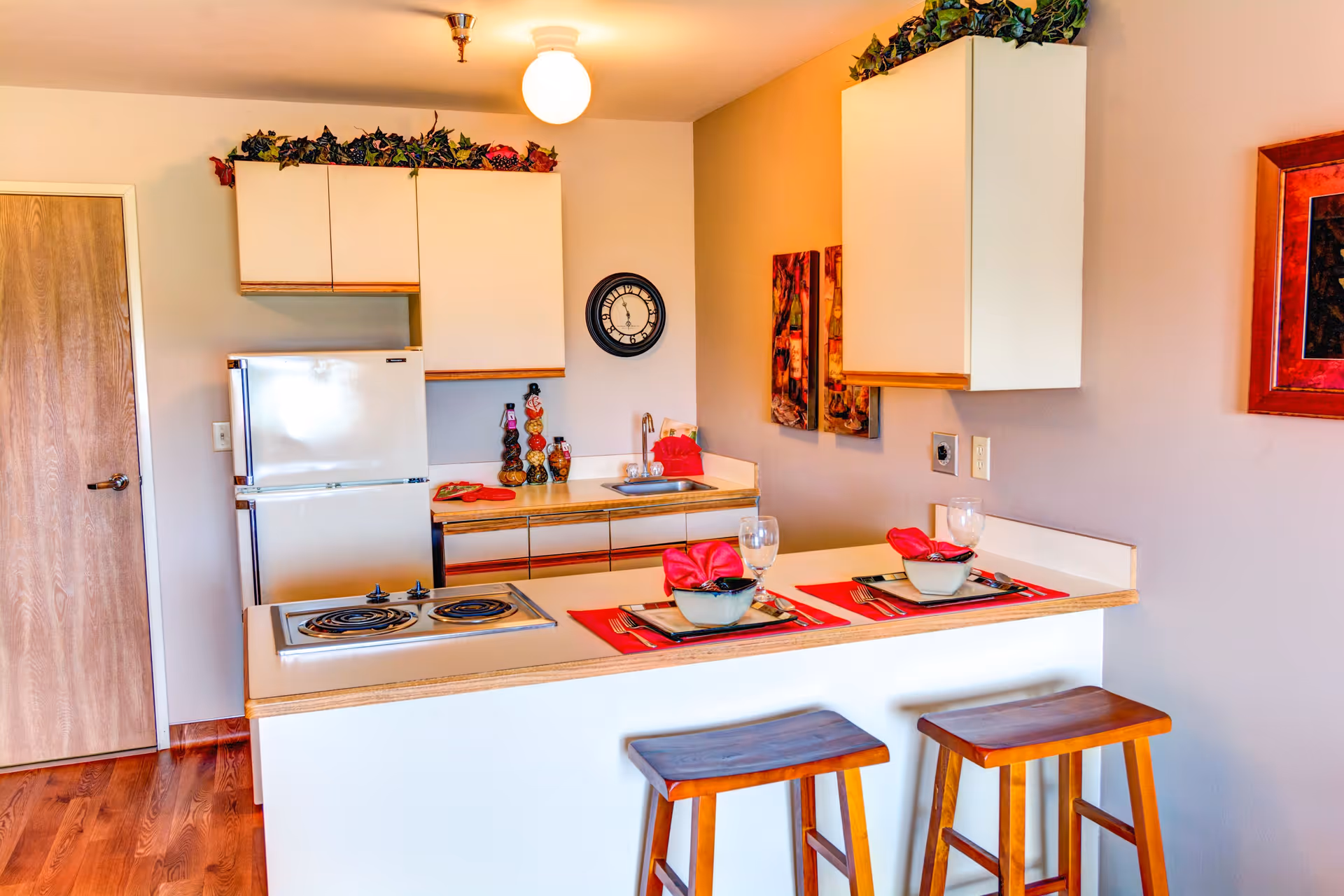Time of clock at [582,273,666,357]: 5:56
